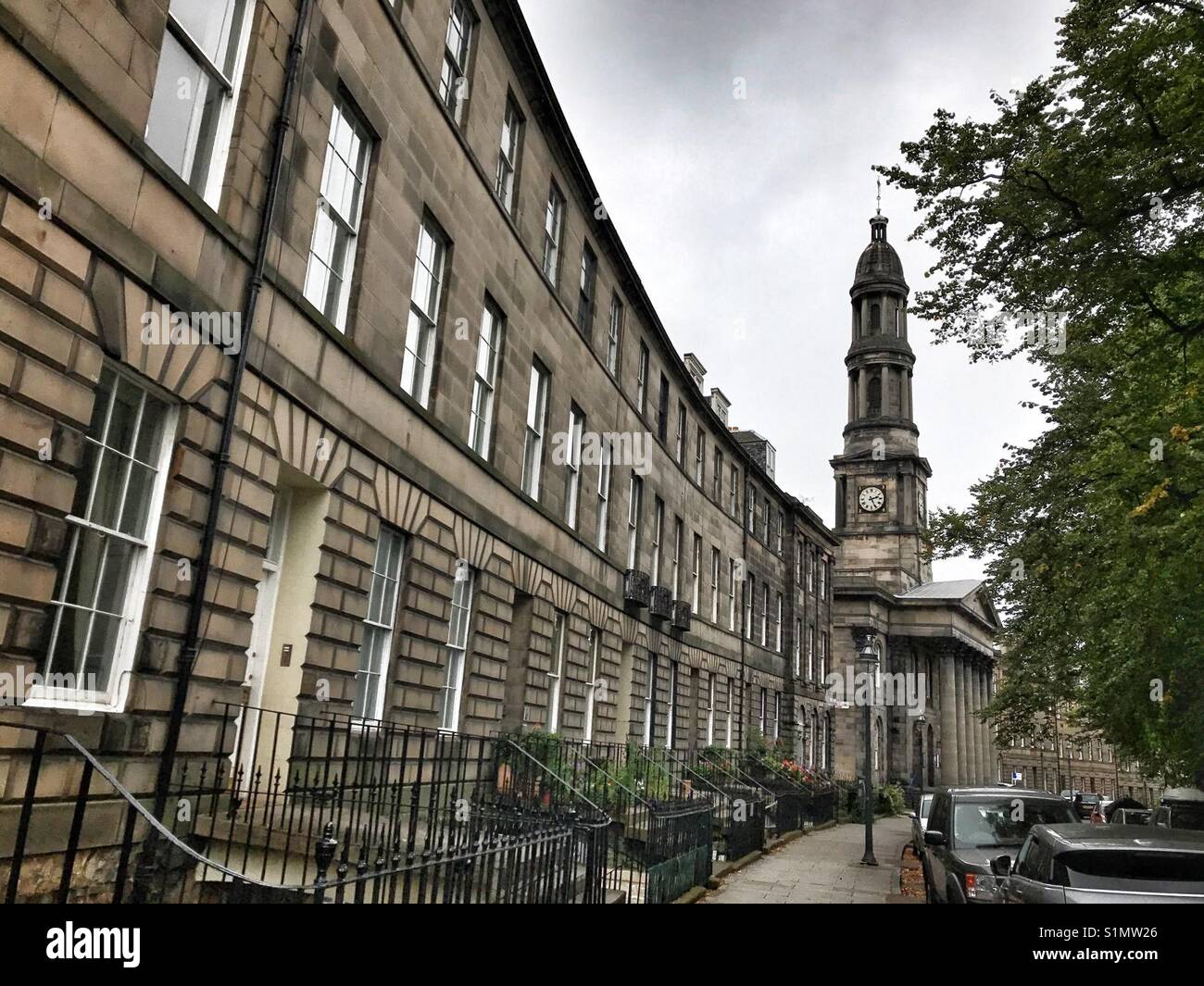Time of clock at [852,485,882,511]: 2:25
